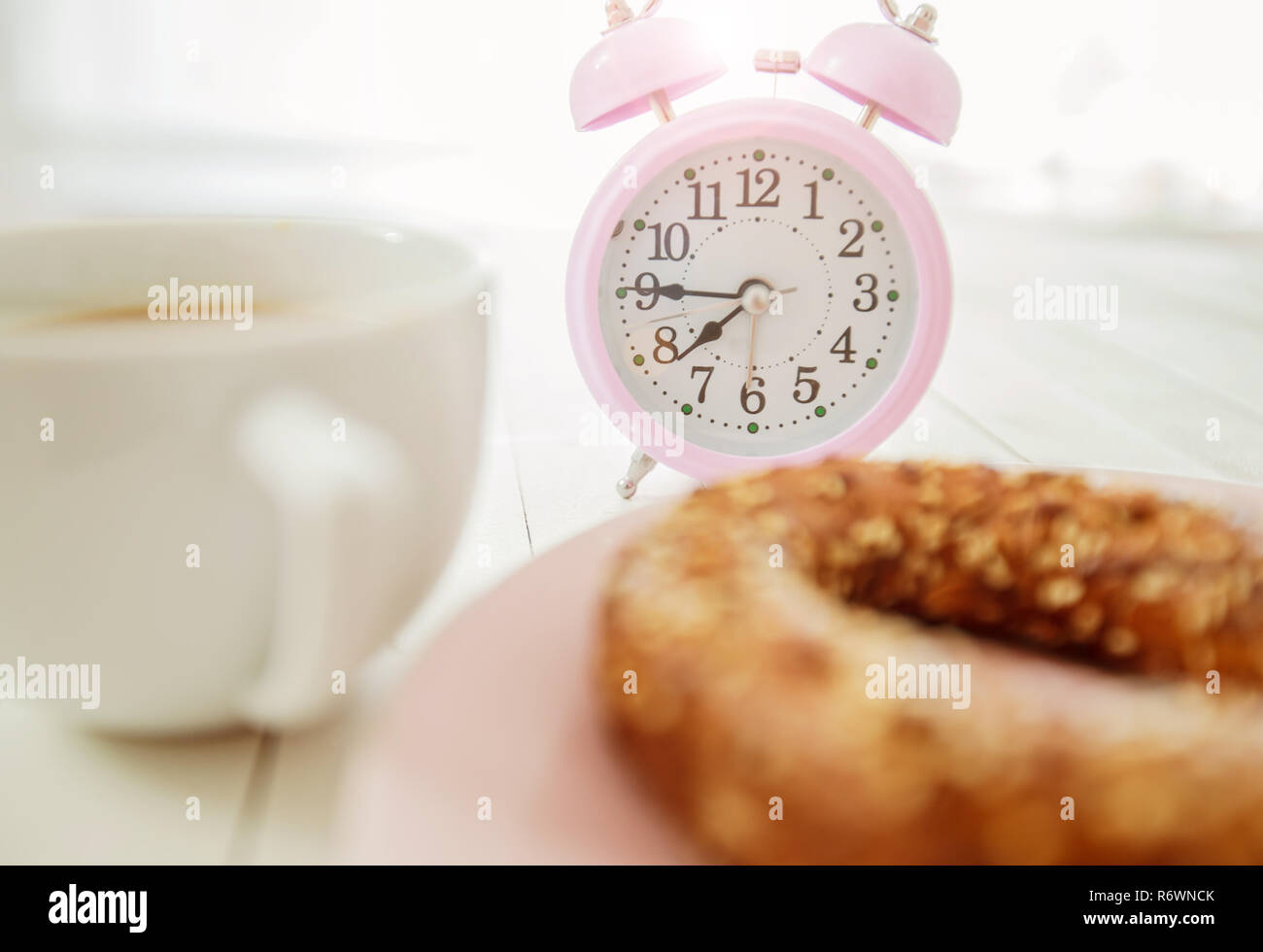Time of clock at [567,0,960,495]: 7:45
